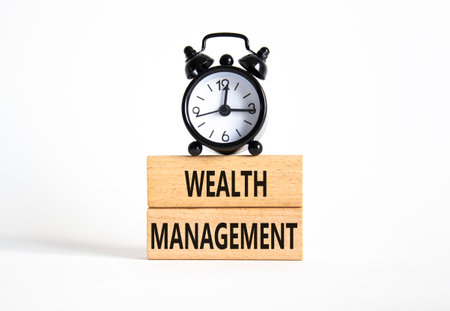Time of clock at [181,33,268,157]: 12:15
